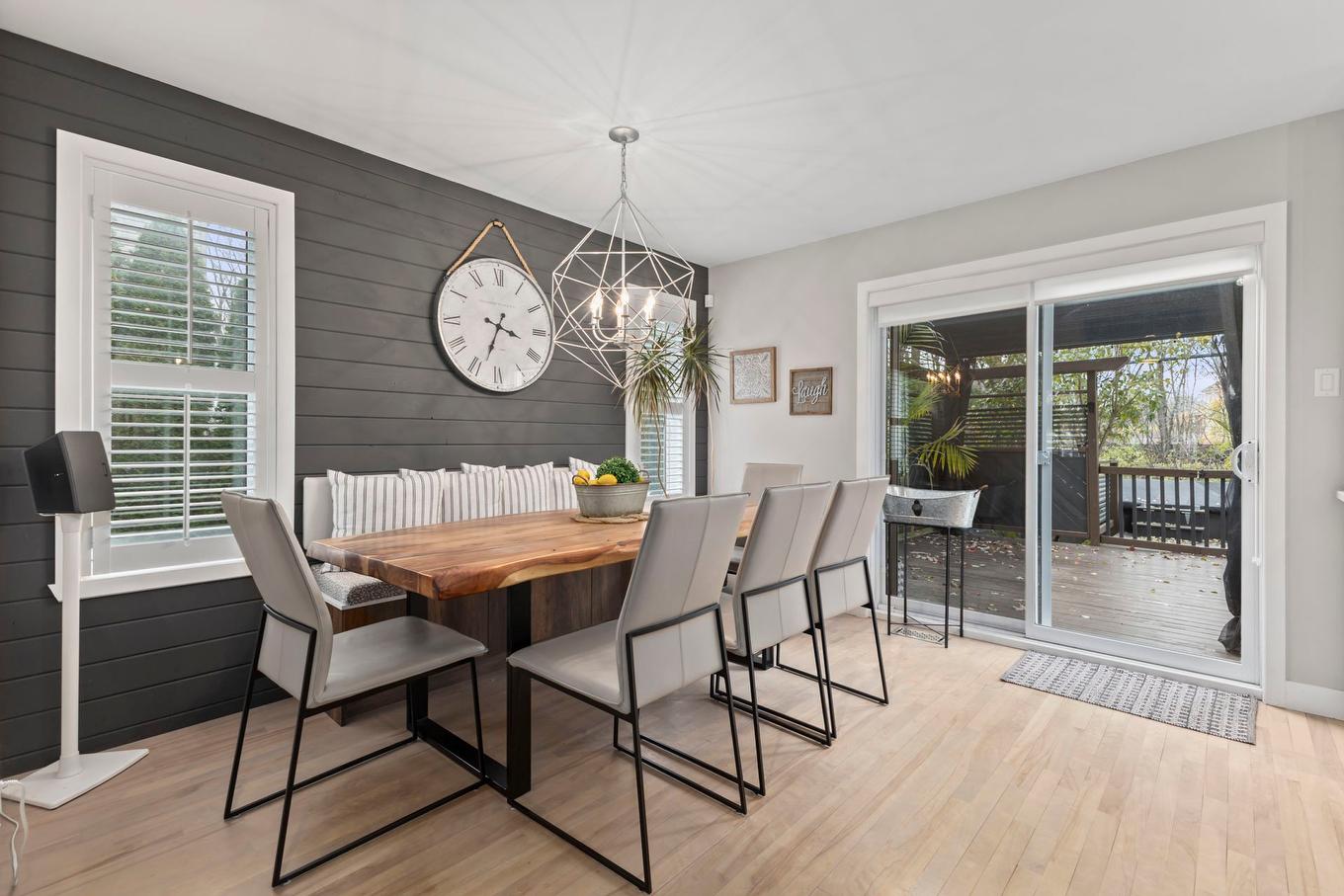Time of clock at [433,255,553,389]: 3:33
